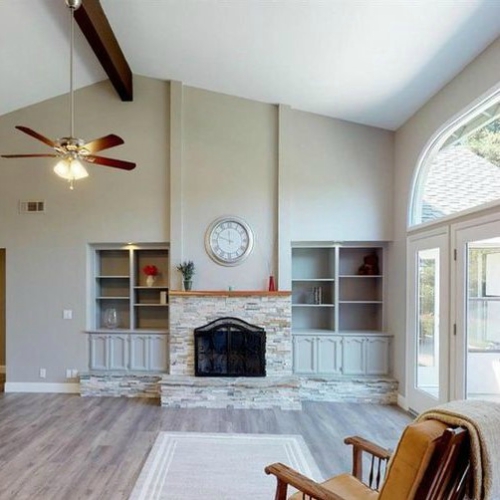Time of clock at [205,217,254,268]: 11:48
